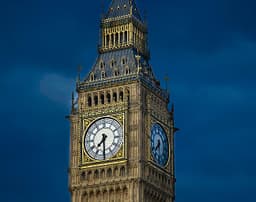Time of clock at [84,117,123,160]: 7:30
